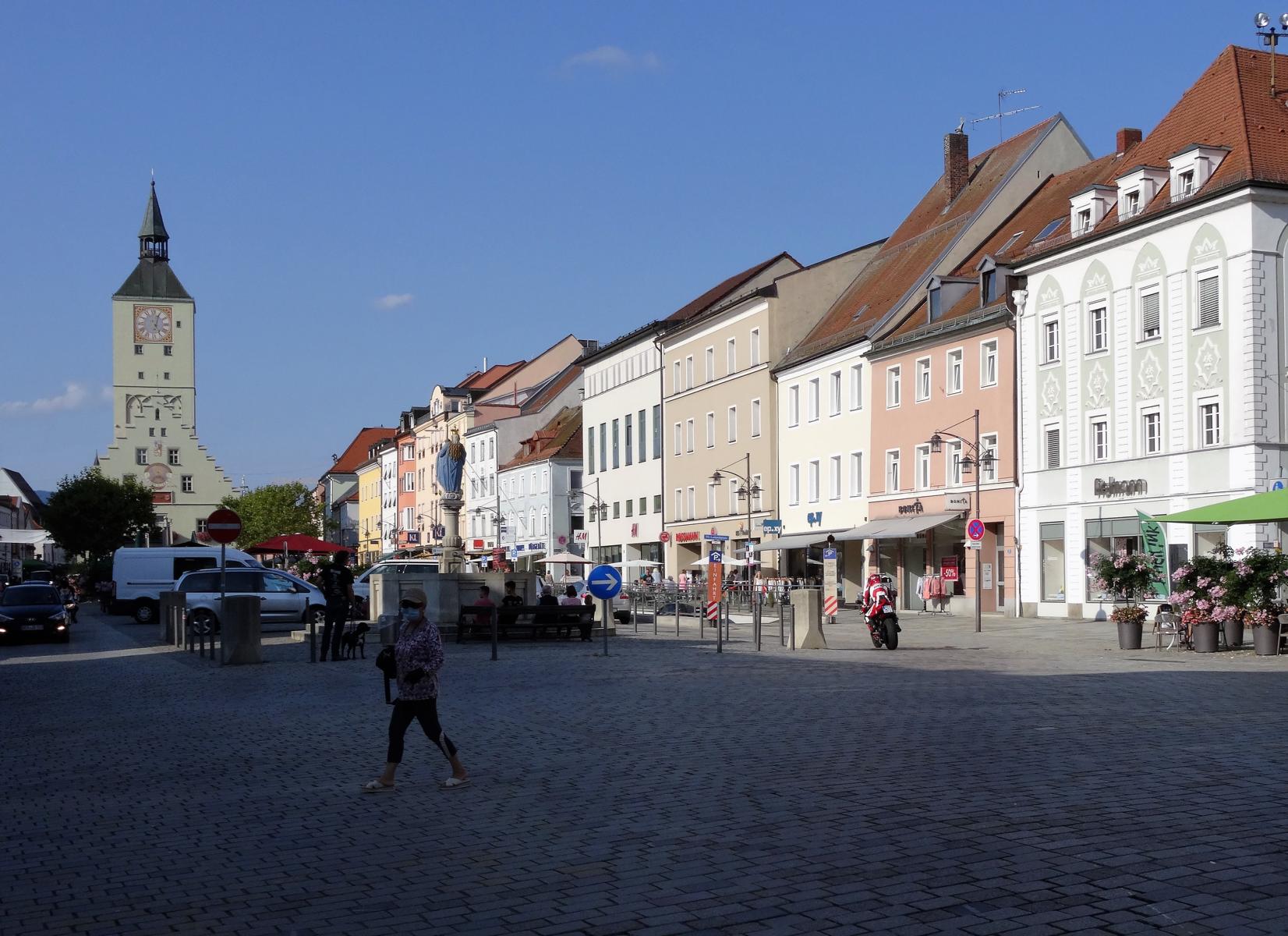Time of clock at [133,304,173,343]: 5:03
